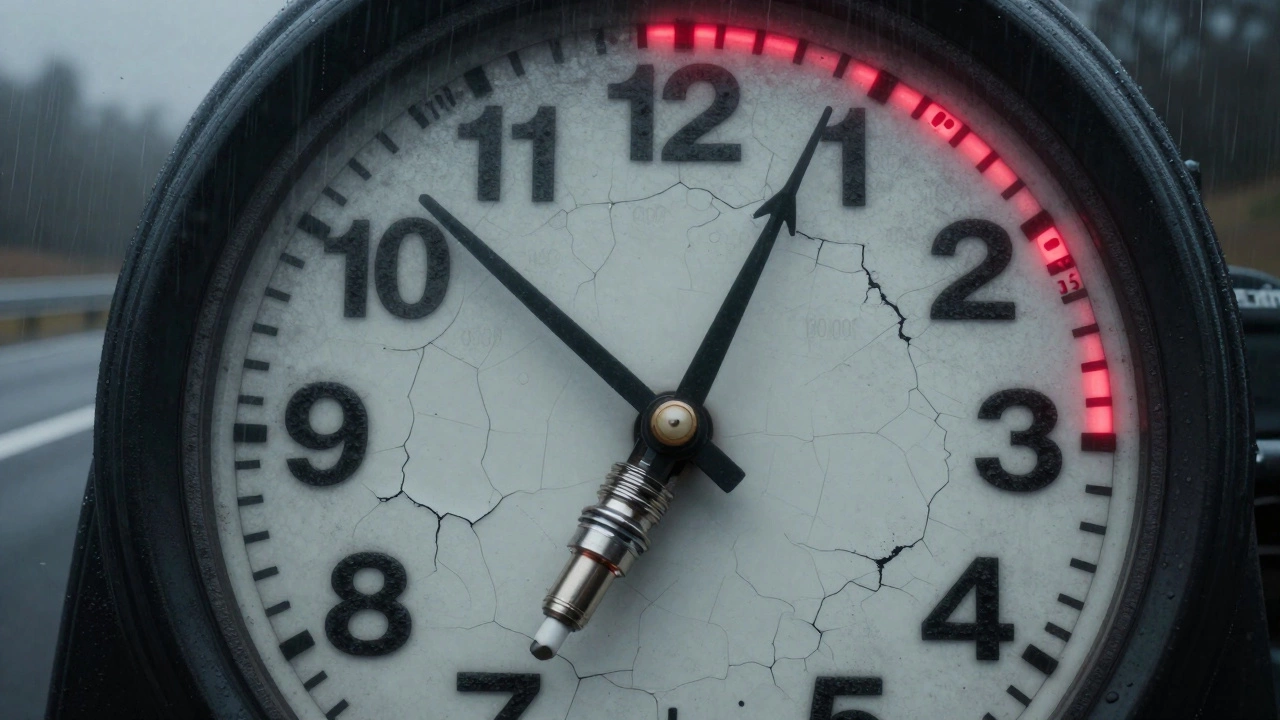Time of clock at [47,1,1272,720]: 12:52
